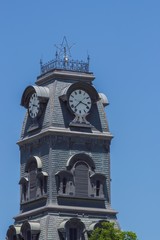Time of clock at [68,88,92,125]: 3:37
